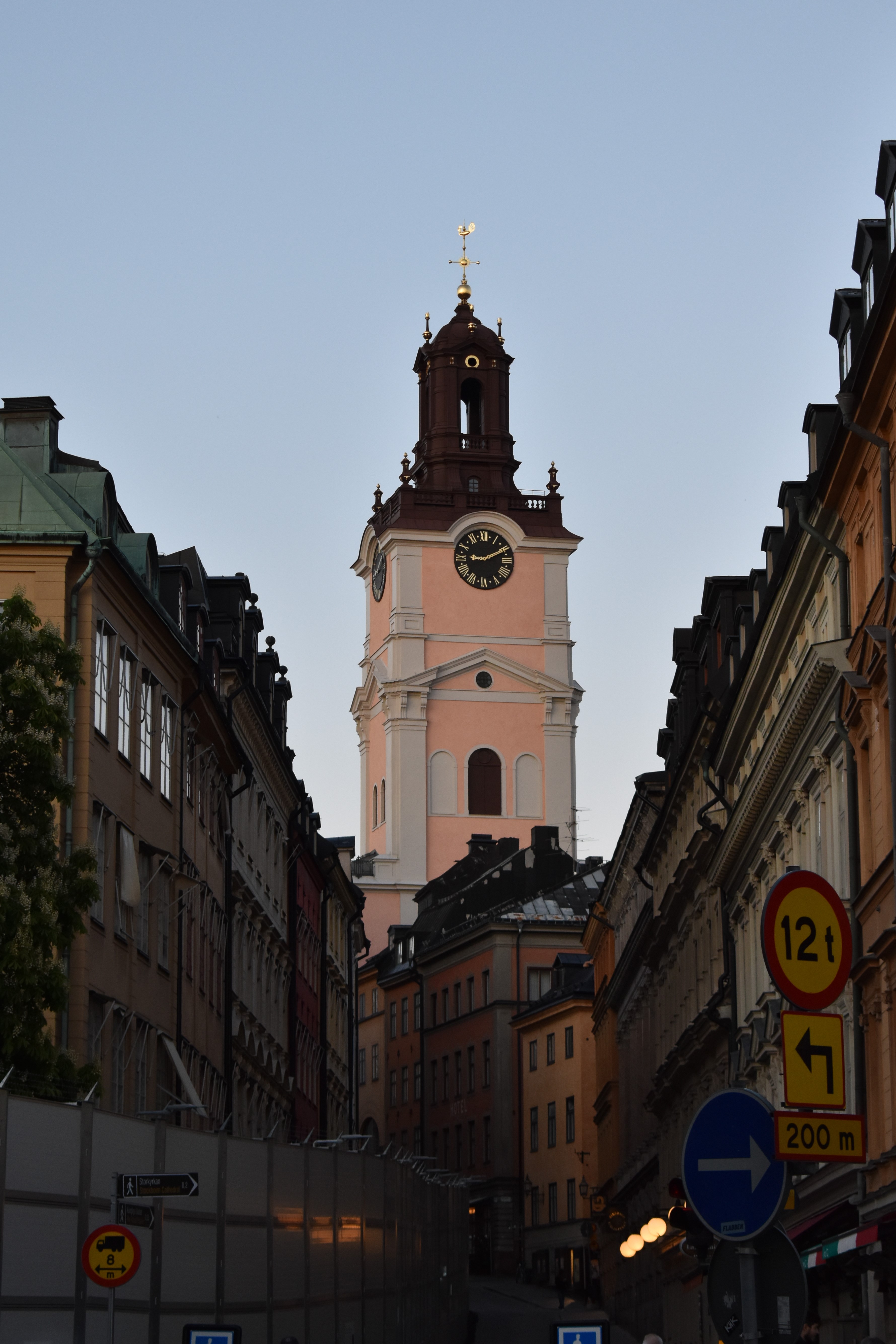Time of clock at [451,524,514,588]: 9:10
